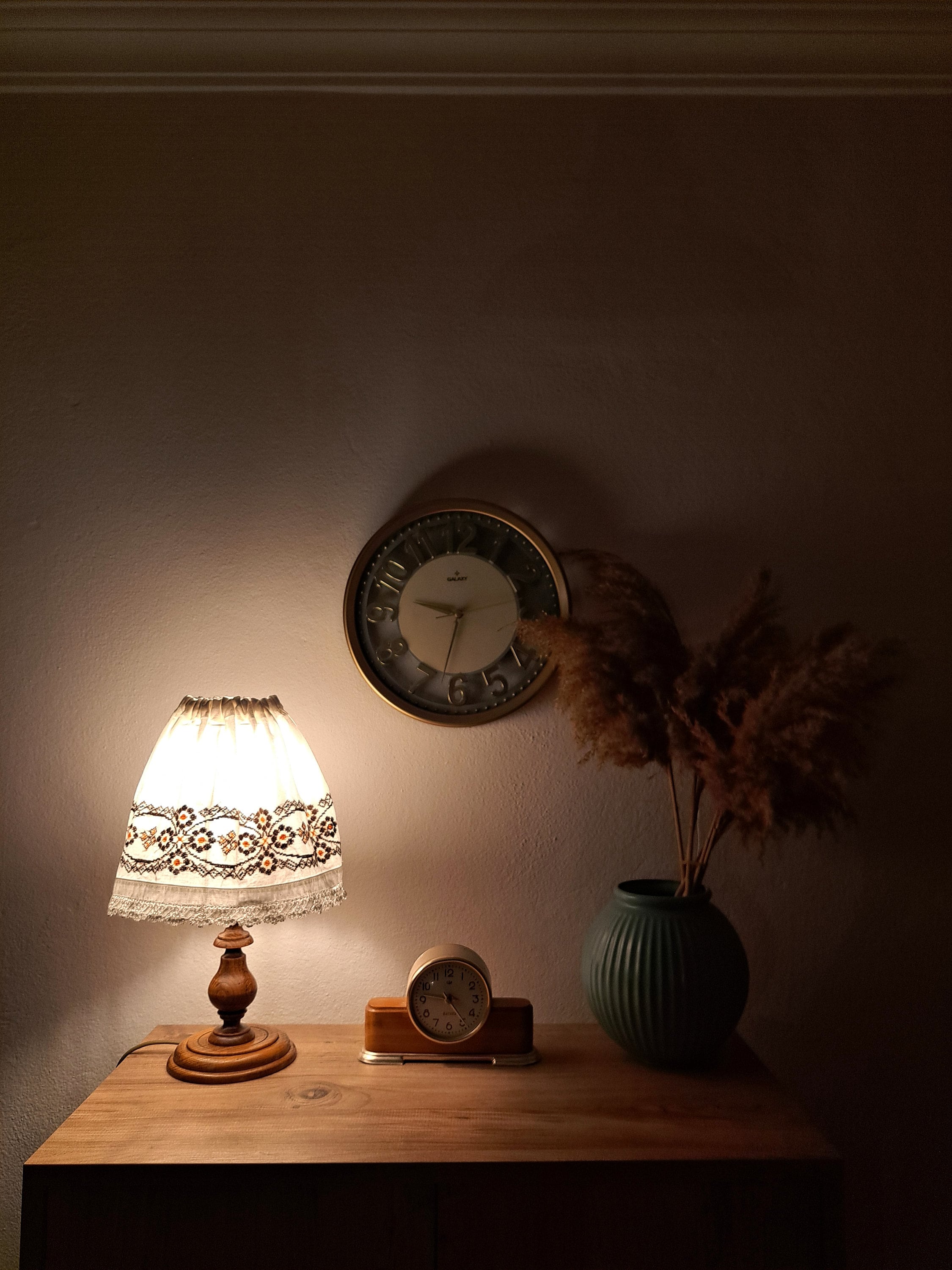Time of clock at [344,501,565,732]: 9:32
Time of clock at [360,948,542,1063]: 4:45
